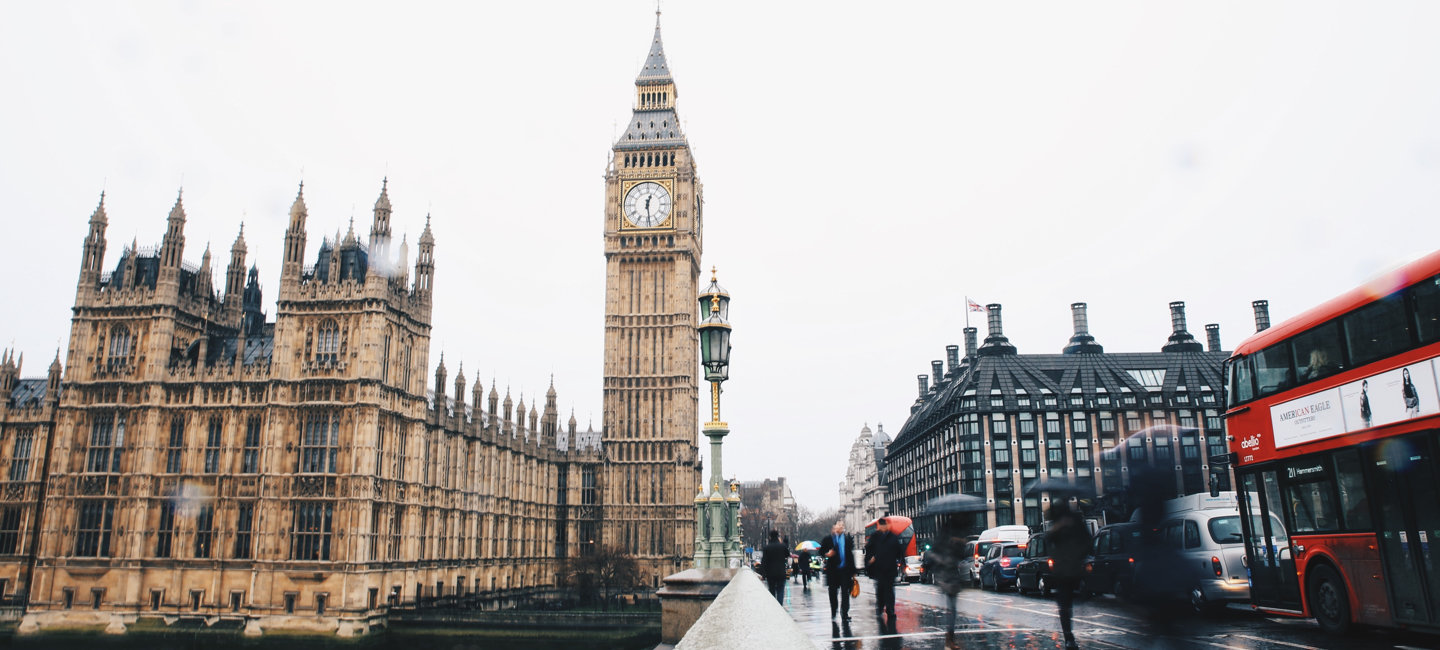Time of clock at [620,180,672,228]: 12:28
